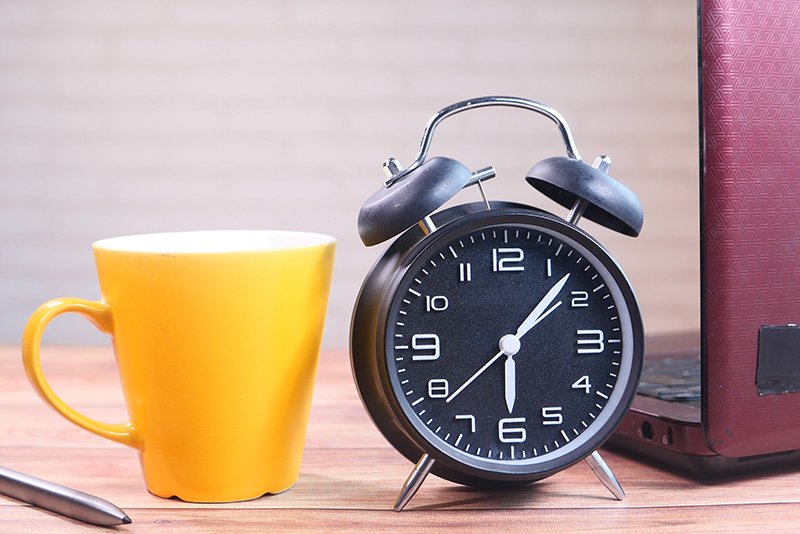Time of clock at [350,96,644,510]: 6:07
